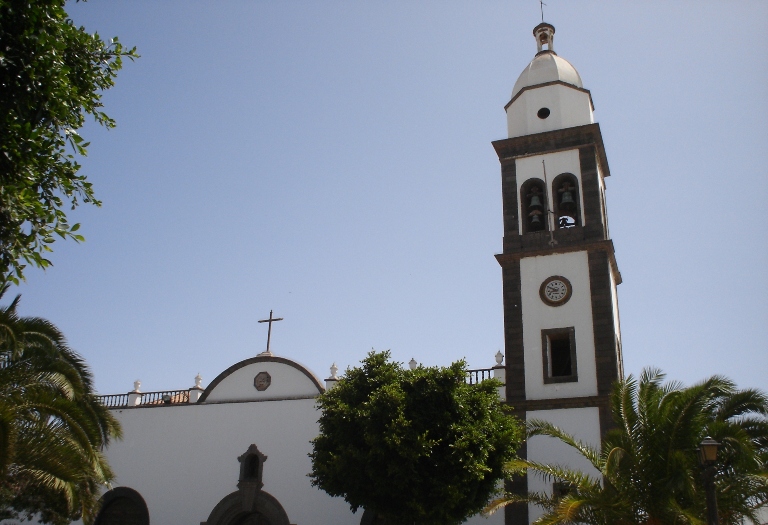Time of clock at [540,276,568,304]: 8:49
